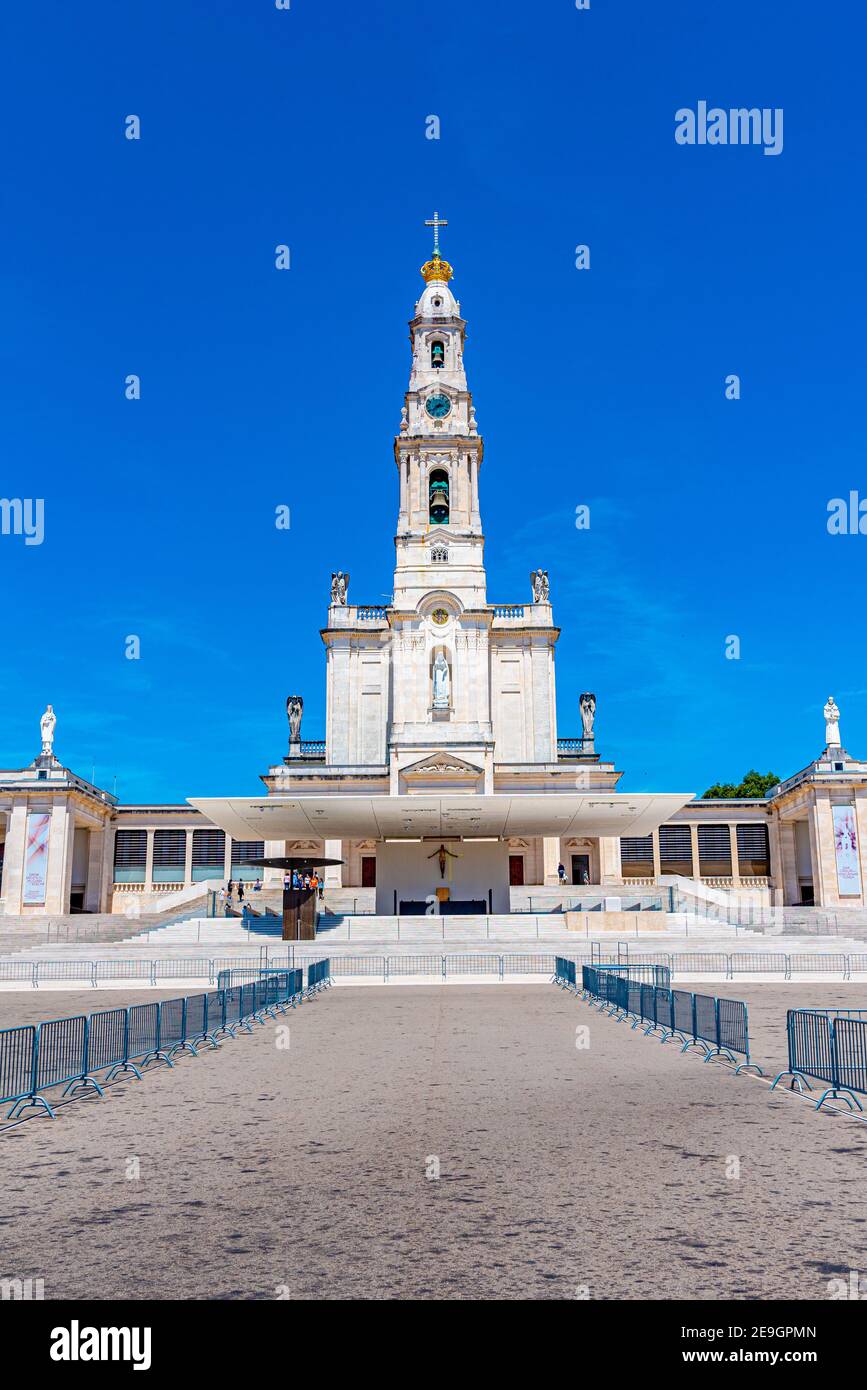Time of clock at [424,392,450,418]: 2:38
